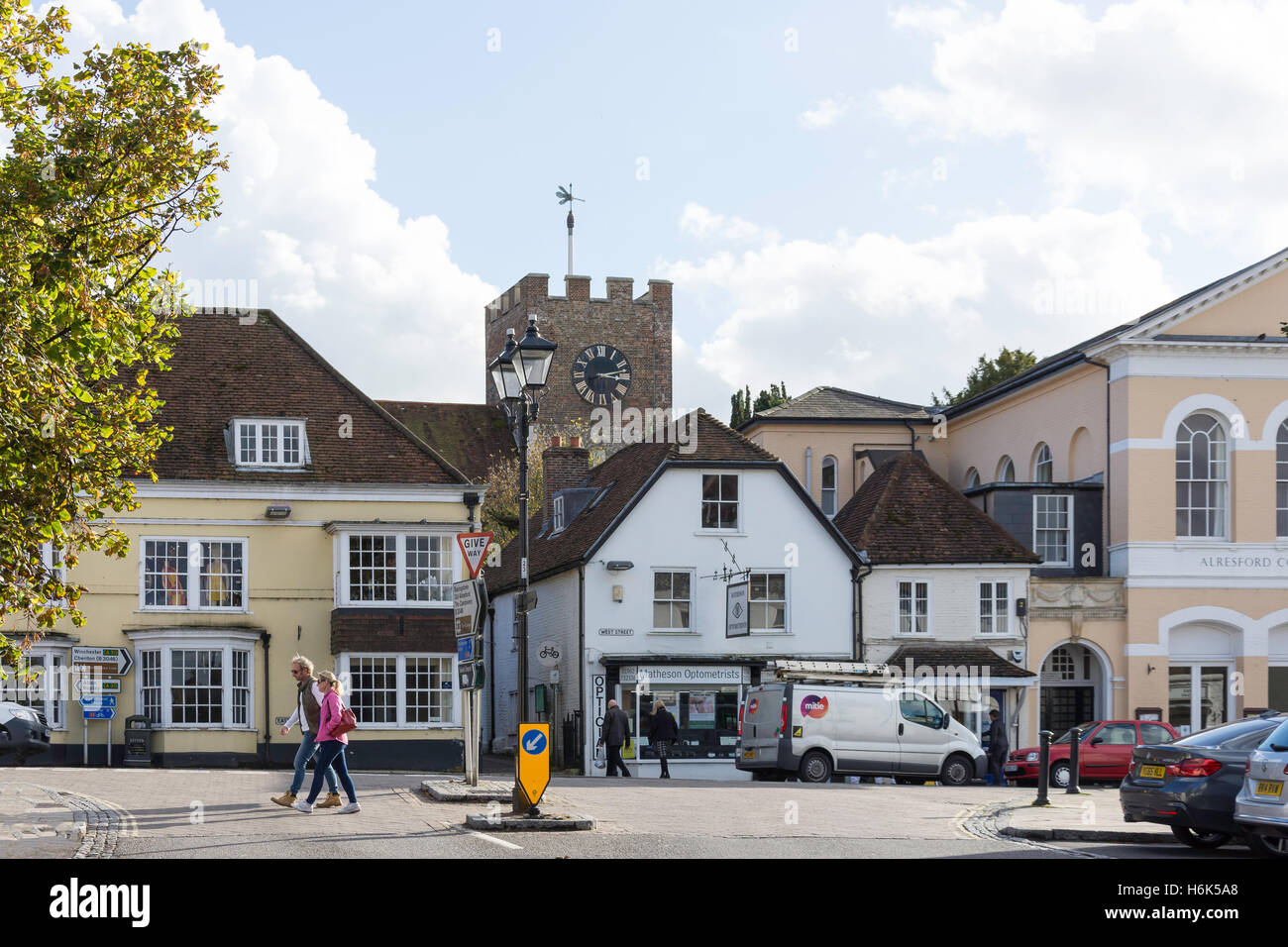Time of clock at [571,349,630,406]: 3:12
